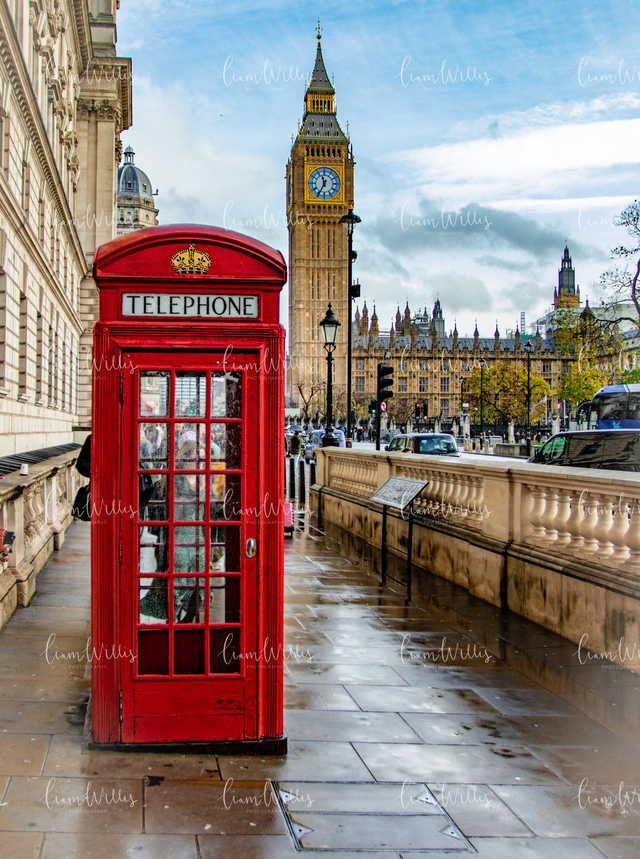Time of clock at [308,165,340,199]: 11:34
